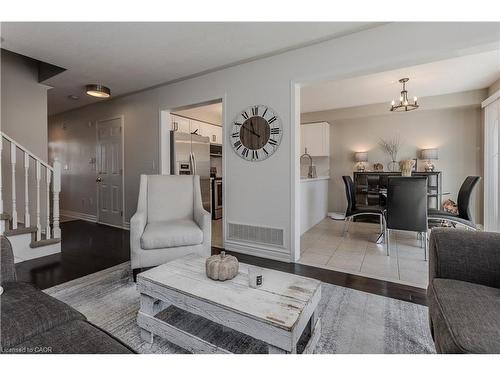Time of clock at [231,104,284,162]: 11:50
